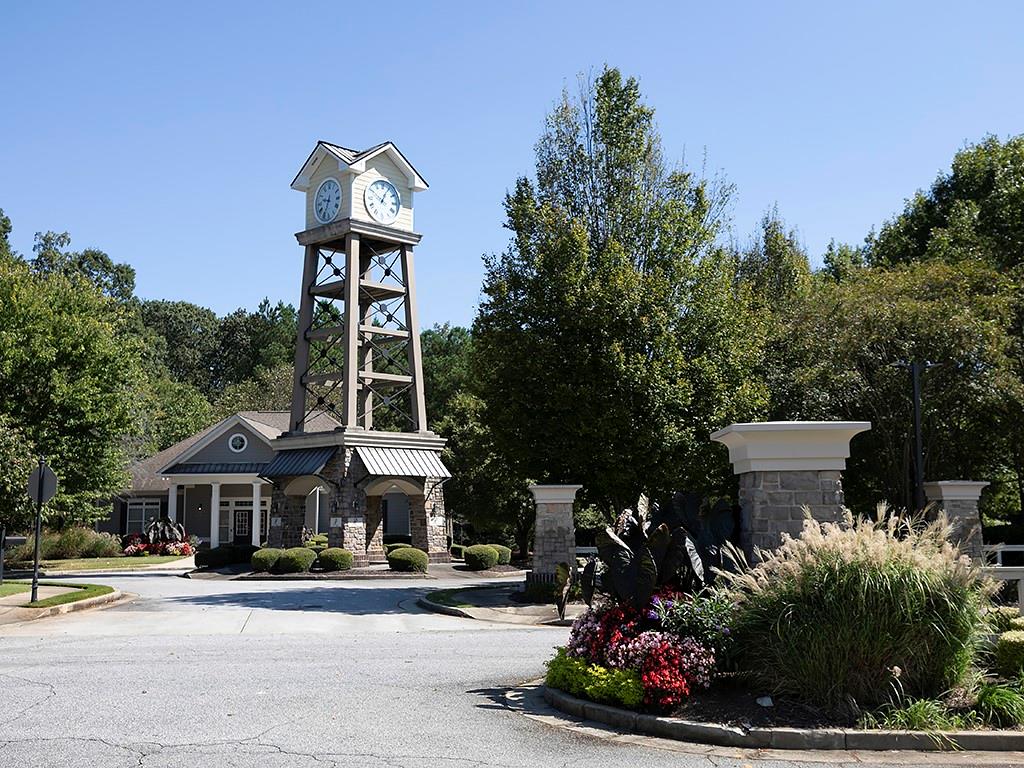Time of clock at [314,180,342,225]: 9:34
